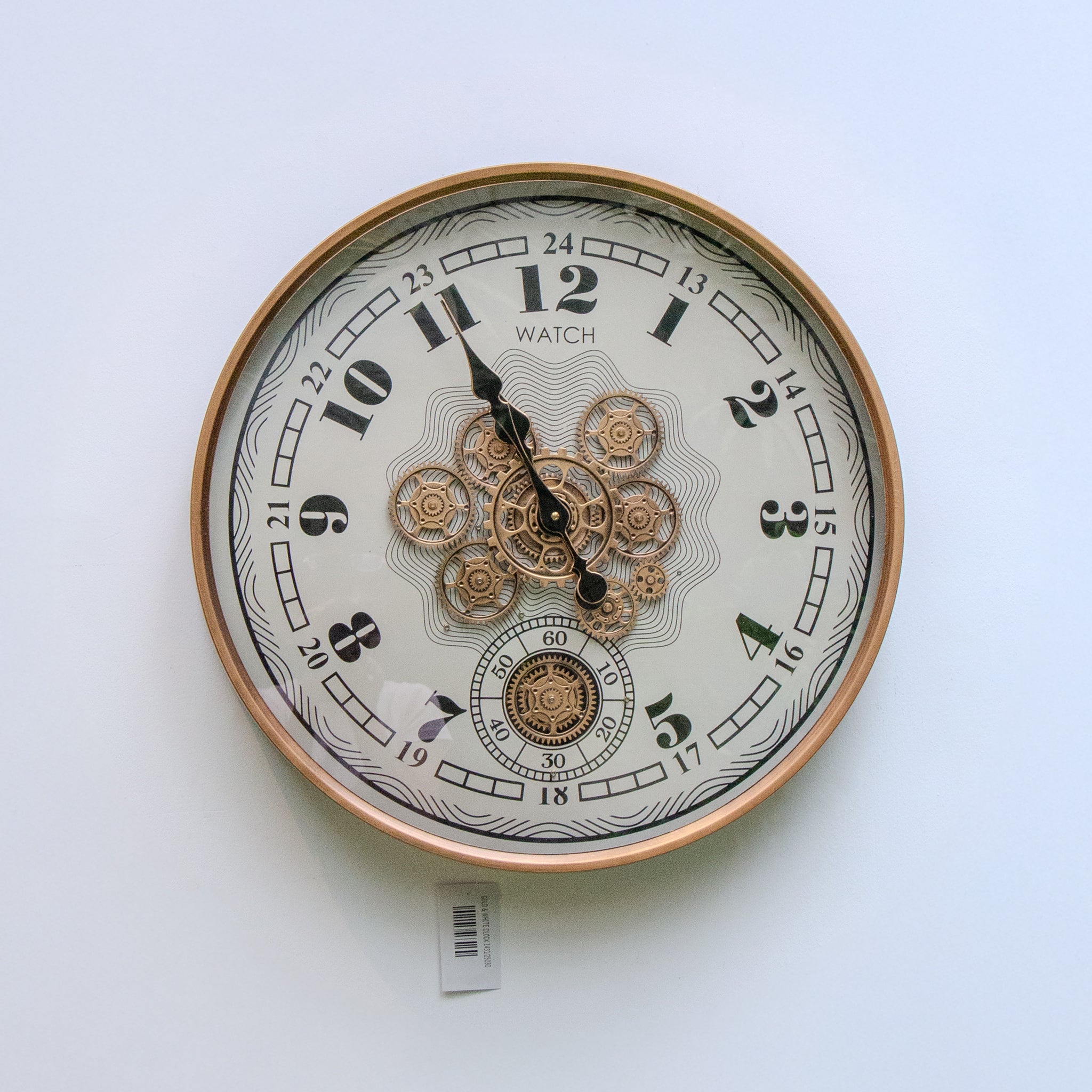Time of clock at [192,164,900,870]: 10:55
